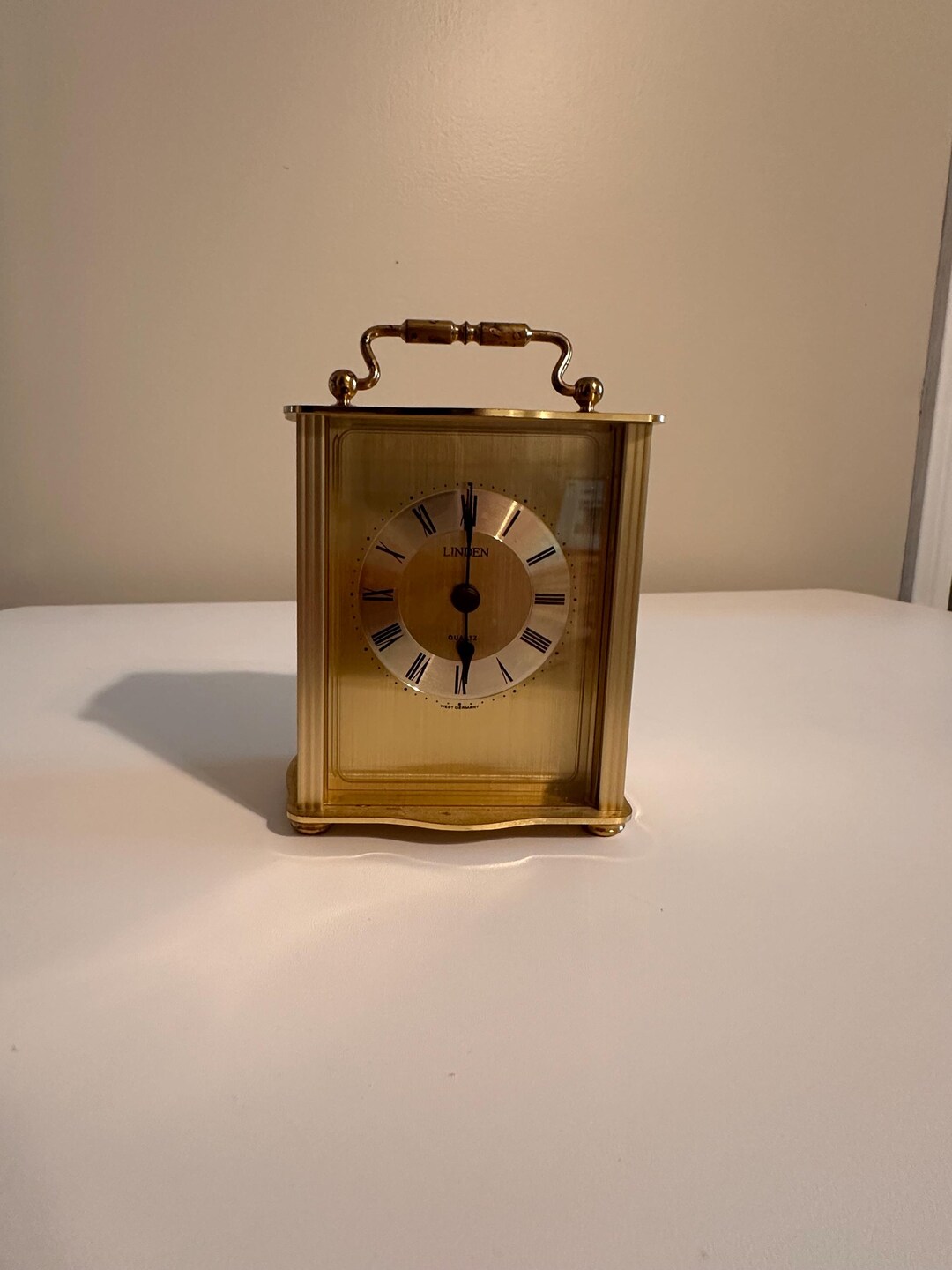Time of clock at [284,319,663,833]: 6:00
